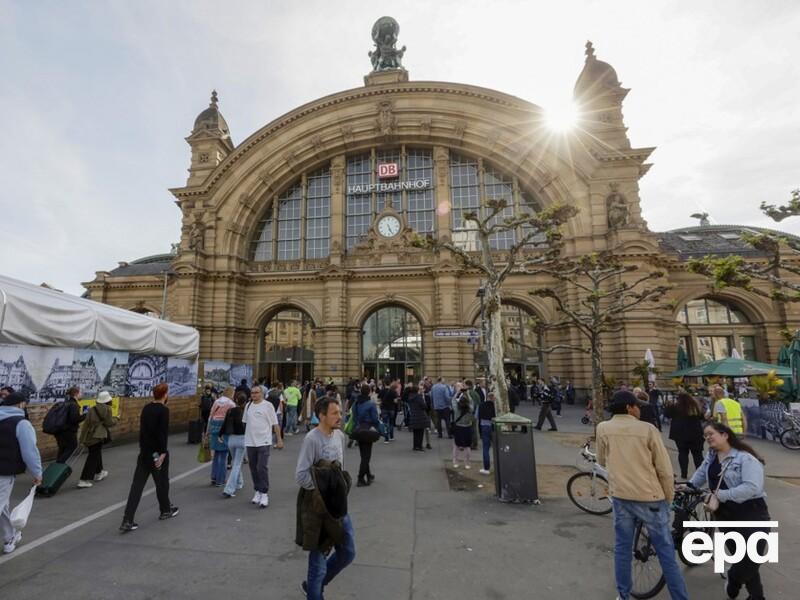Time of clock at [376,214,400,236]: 5:26
